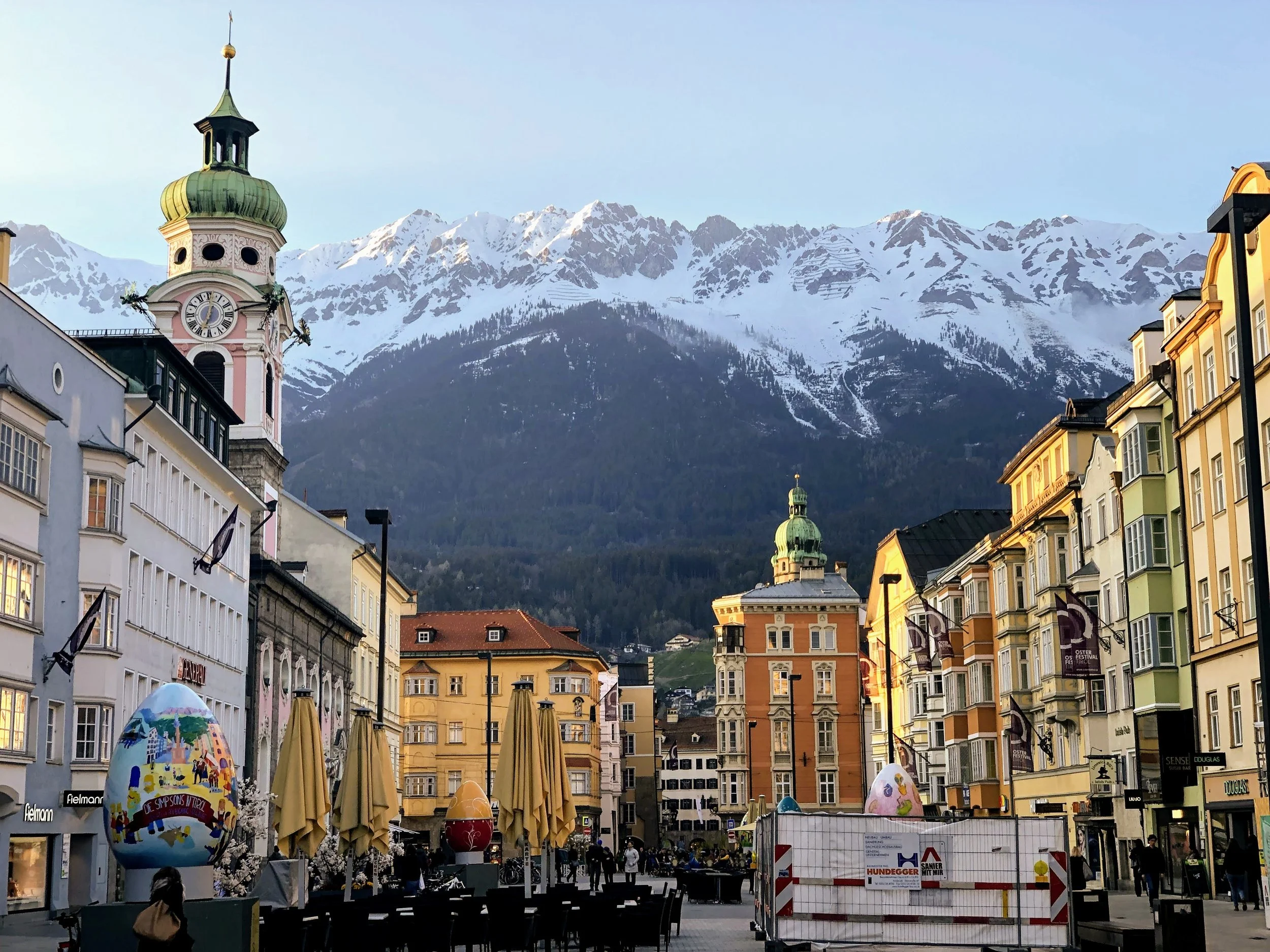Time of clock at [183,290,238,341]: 12:33
